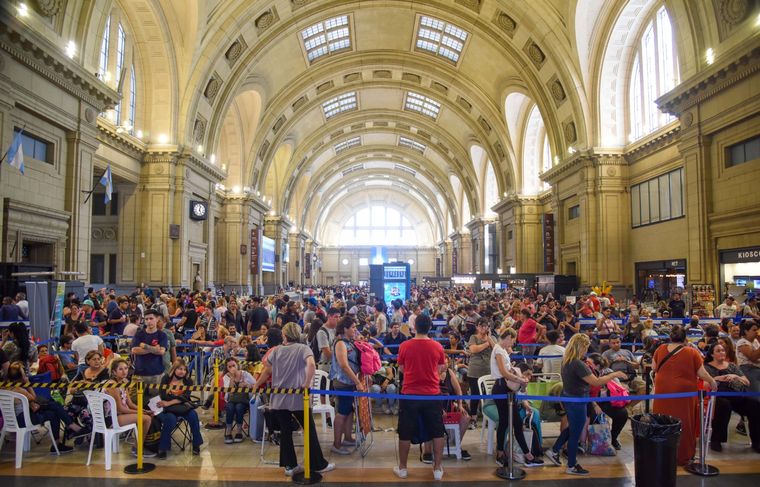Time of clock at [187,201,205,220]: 12:26
